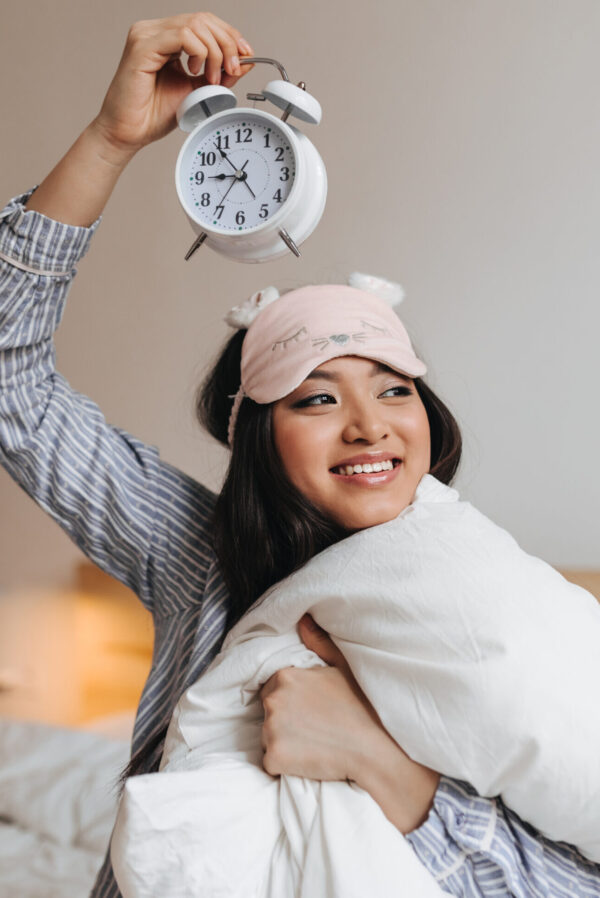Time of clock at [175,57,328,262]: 8:53
